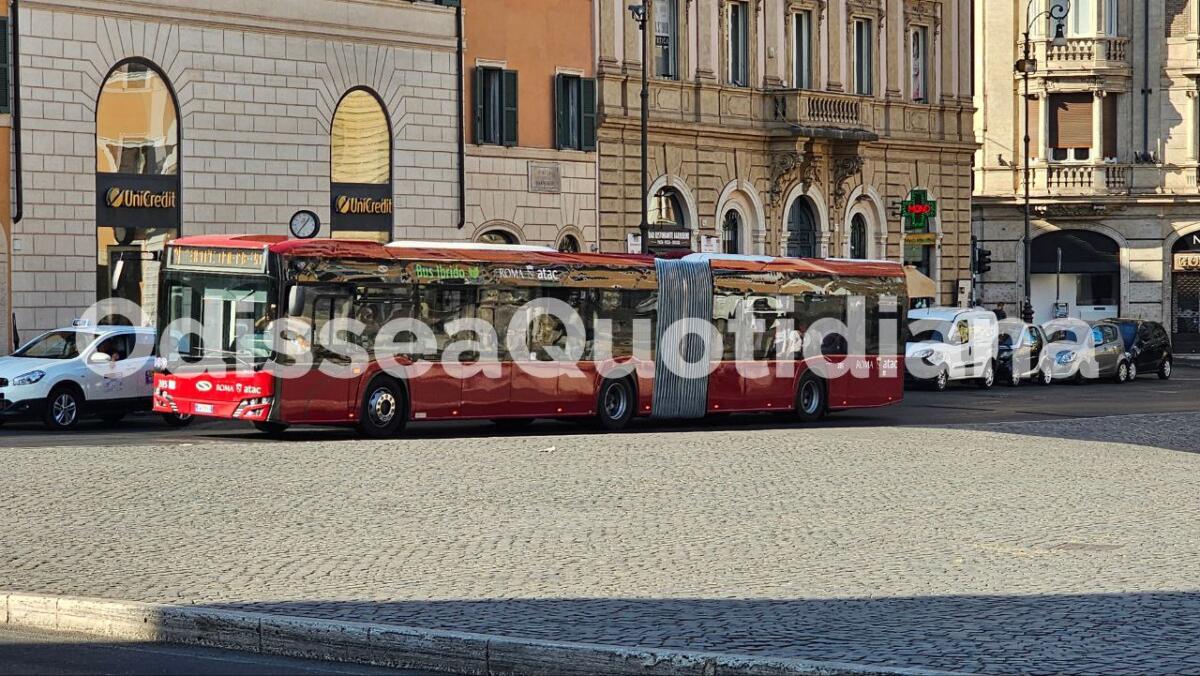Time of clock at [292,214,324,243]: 1:36
